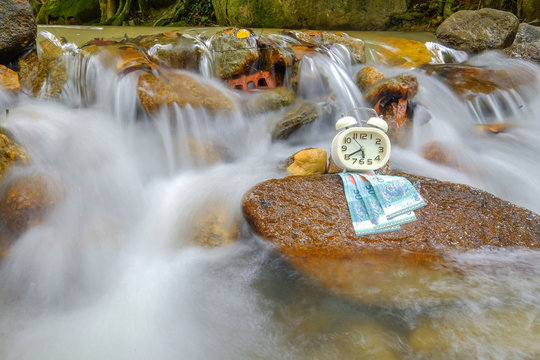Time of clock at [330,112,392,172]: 5:40
